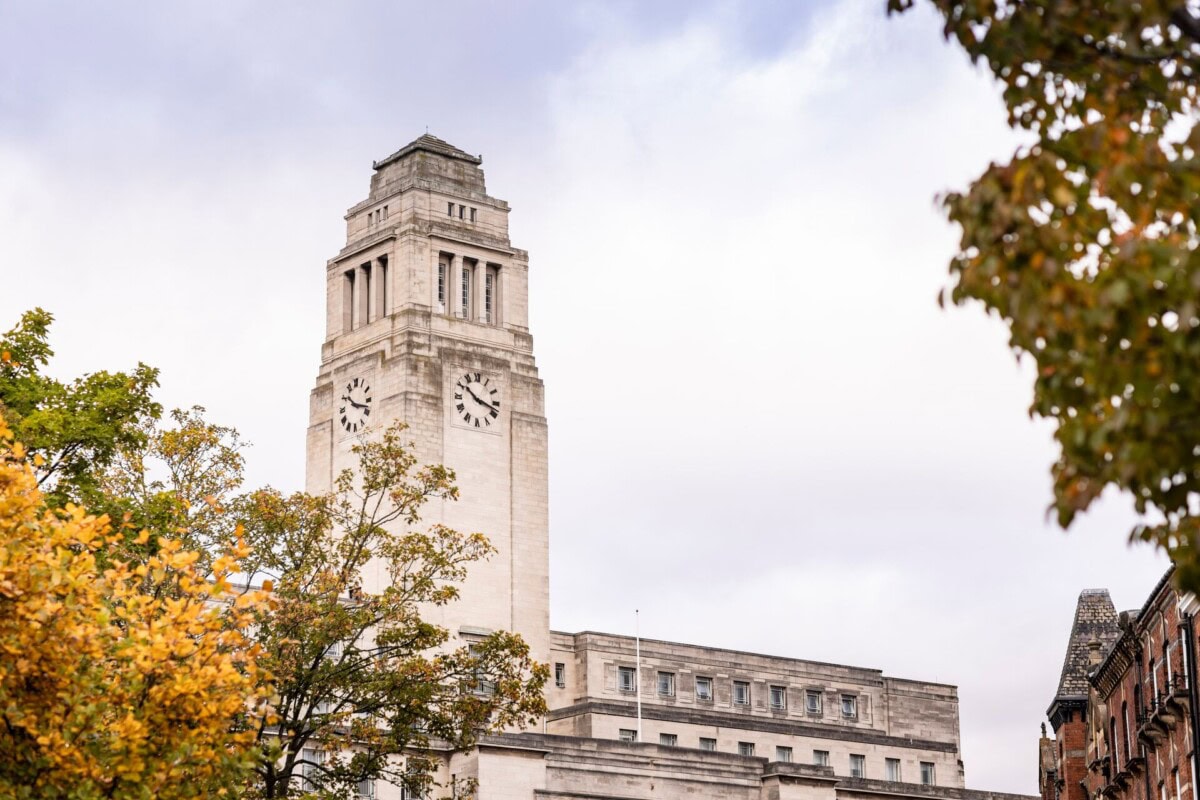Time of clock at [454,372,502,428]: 10:18
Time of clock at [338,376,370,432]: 10:17
